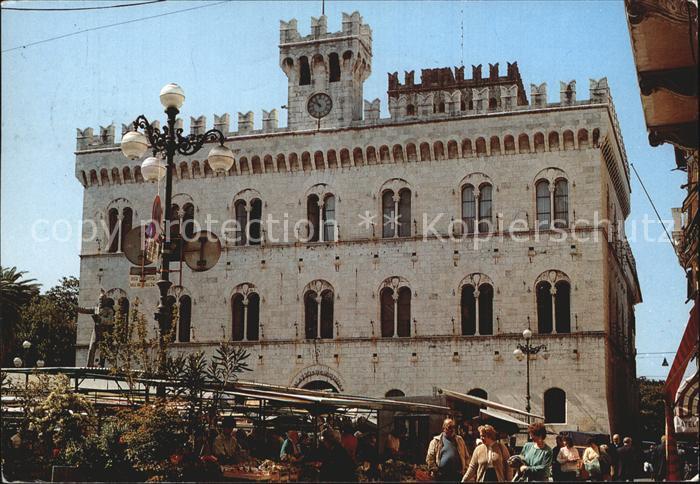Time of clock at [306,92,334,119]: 10:50
